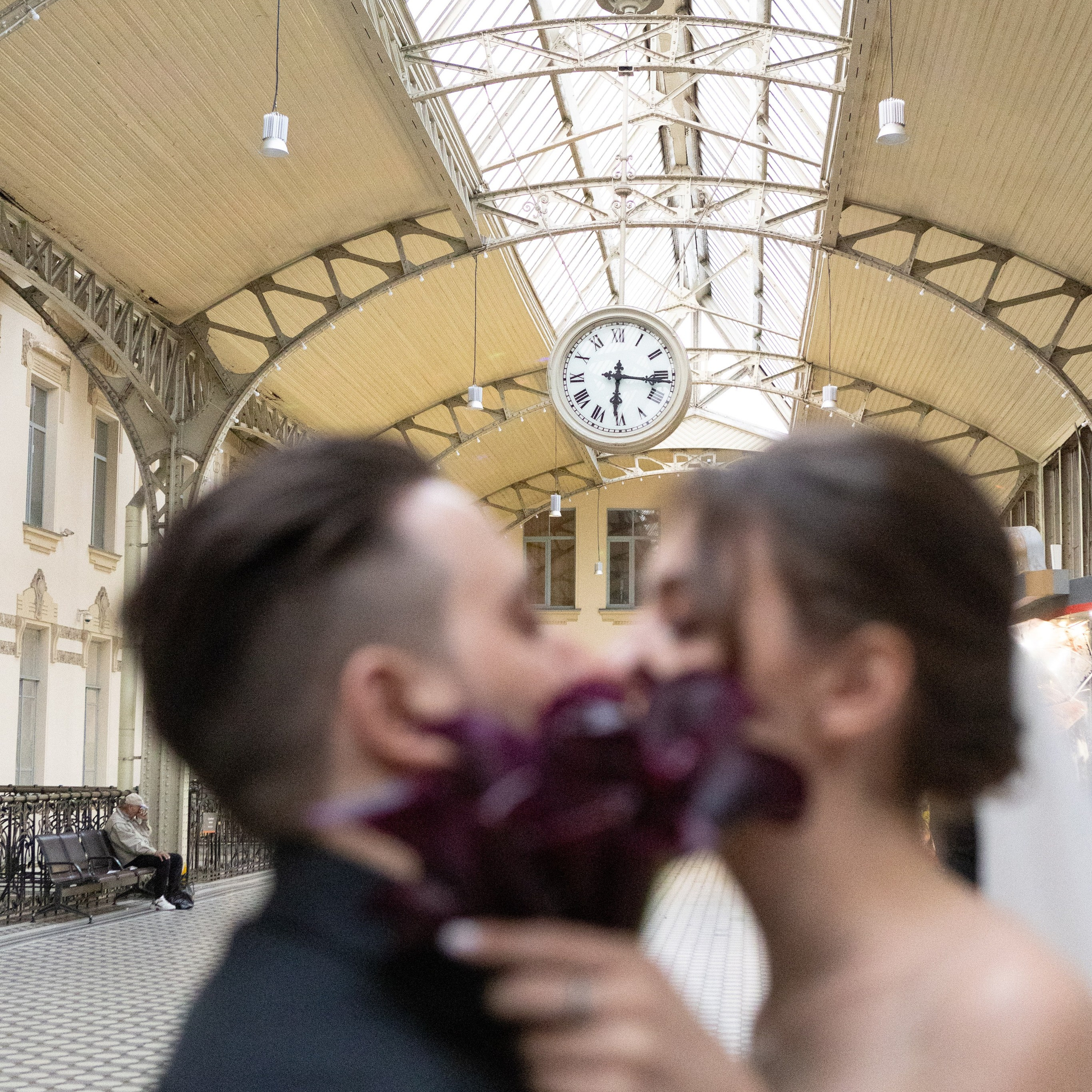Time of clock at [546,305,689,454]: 6:16
